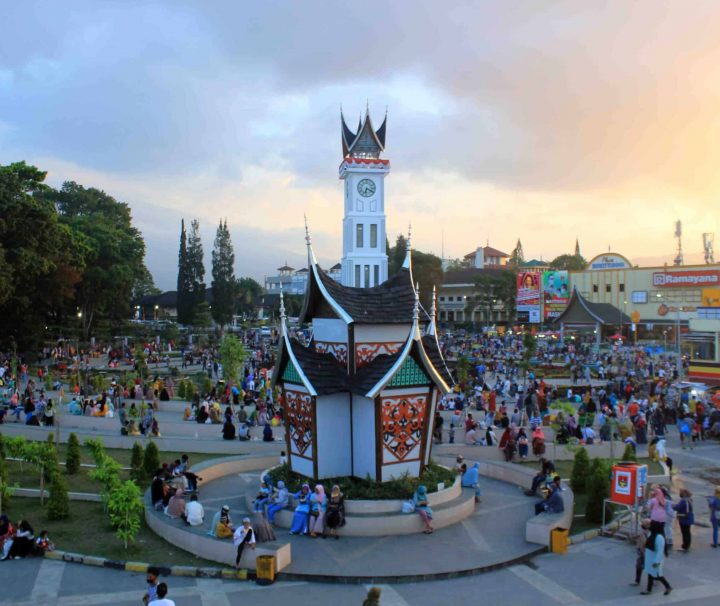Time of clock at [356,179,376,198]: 6:19
